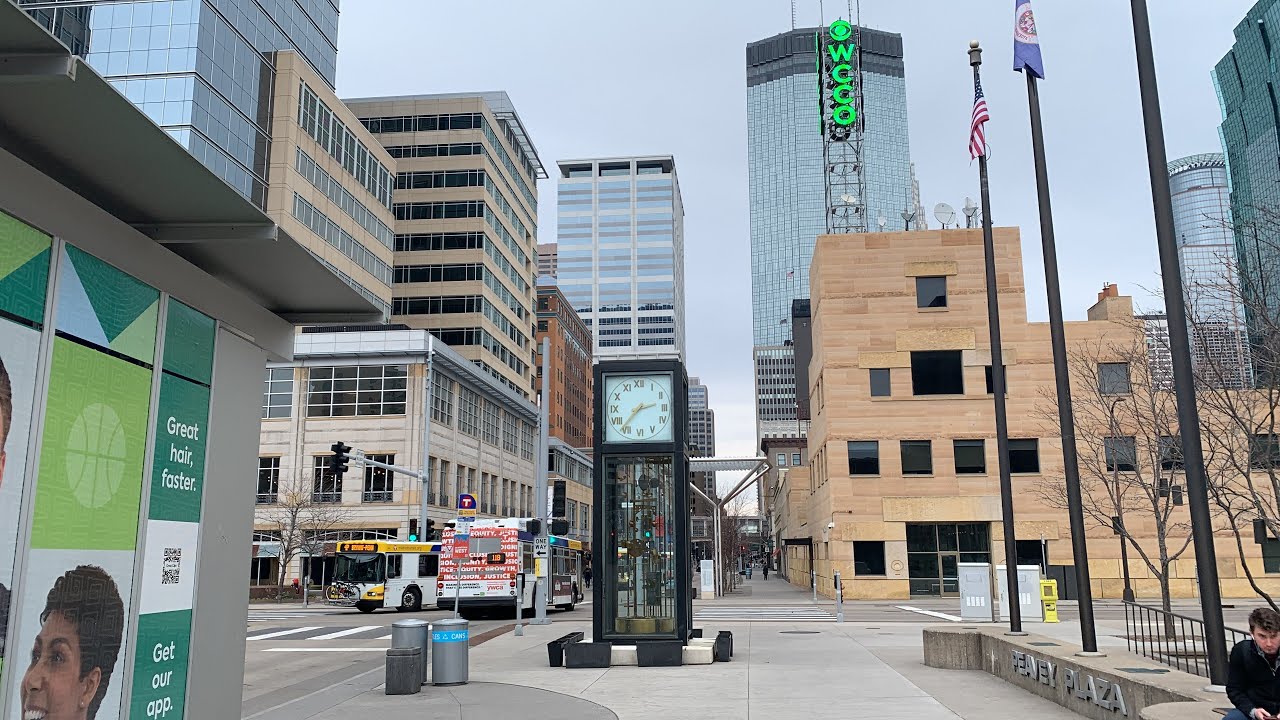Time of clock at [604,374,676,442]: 2:36
